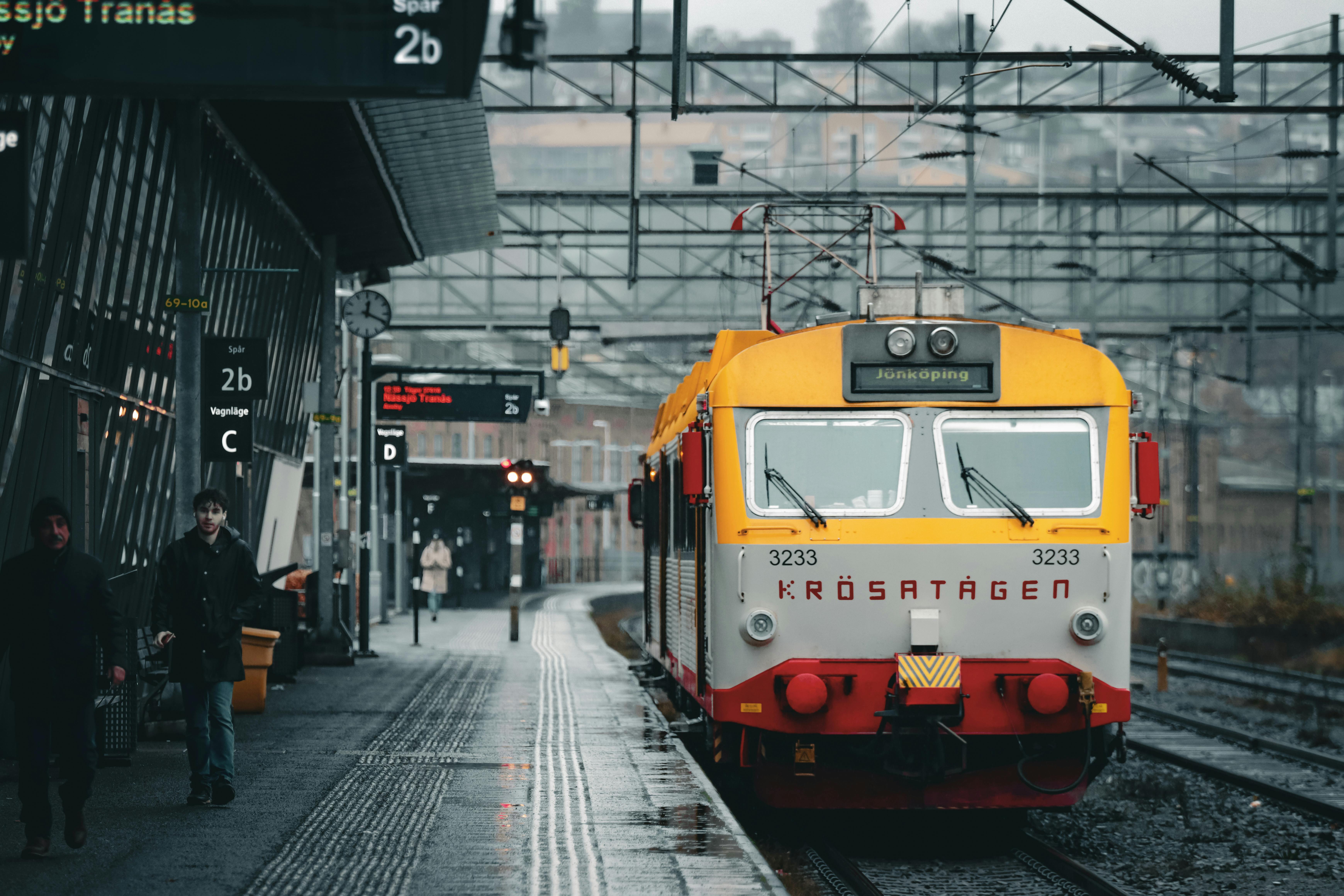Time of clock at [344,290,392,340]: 12:19
